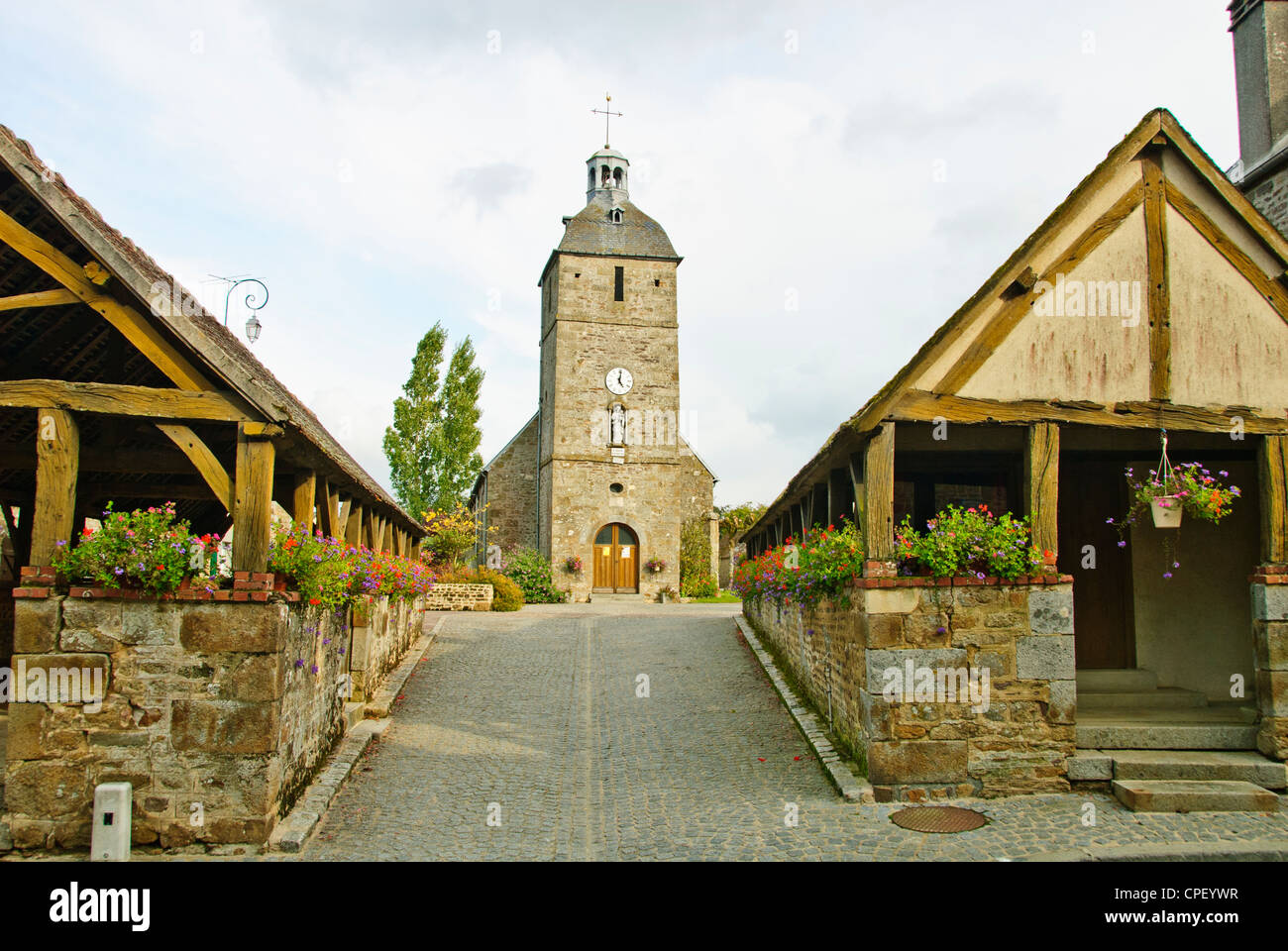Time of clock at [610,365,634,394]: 5:01
